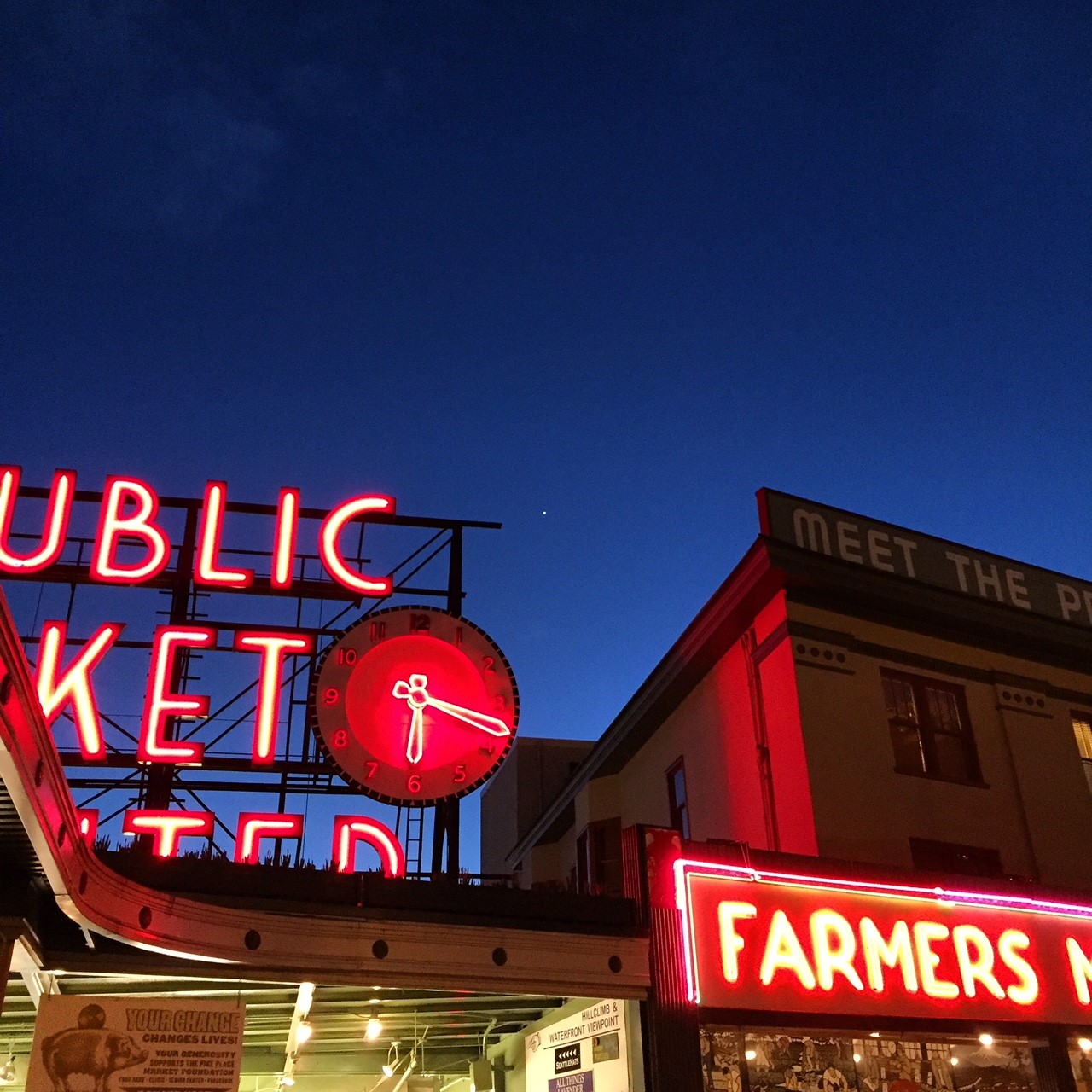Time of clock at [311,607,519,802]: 6:18
